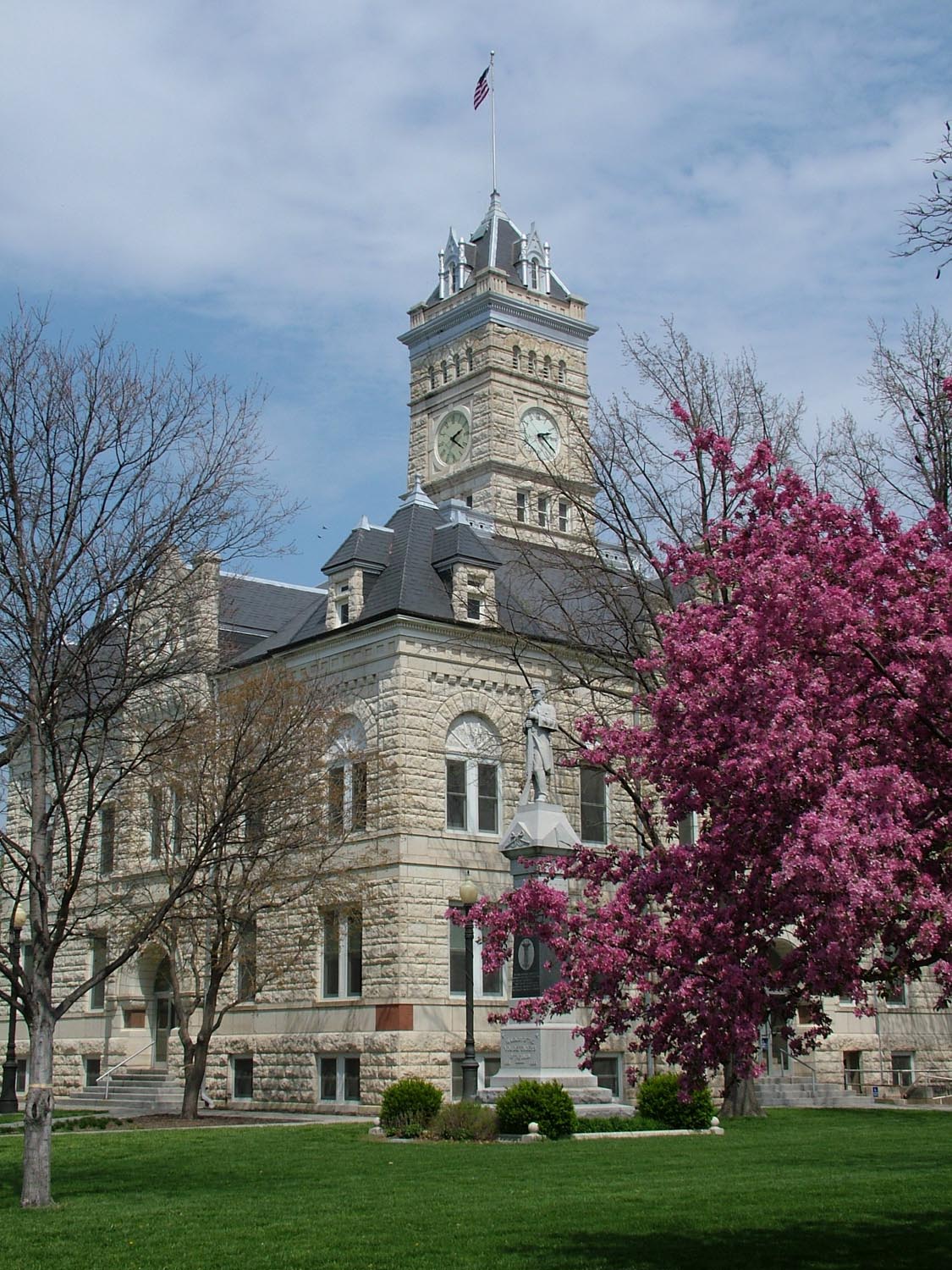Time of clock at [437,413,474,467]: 2:21
